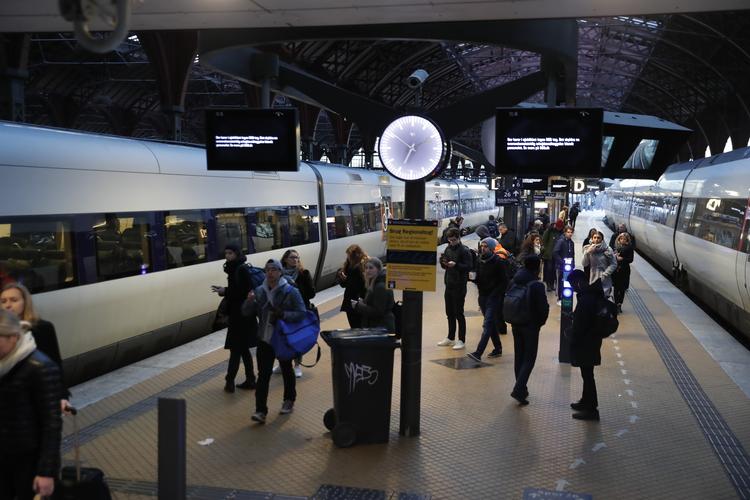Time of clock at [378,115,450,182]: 6:50
